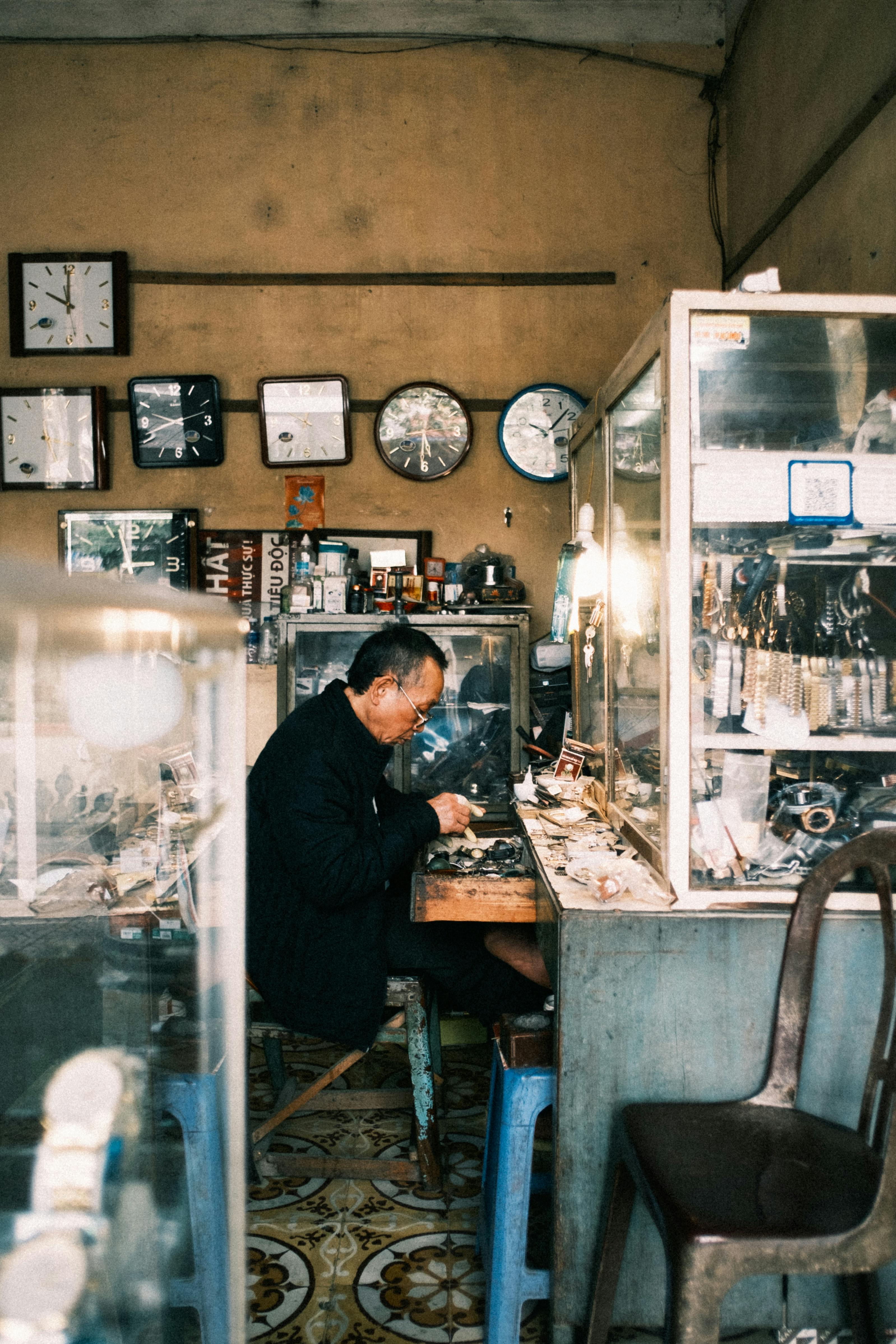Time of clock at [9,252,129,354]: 10:00
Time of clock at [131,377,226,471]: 9:41
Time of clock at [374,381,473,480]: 5:30
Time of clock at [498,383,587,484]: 10:07
